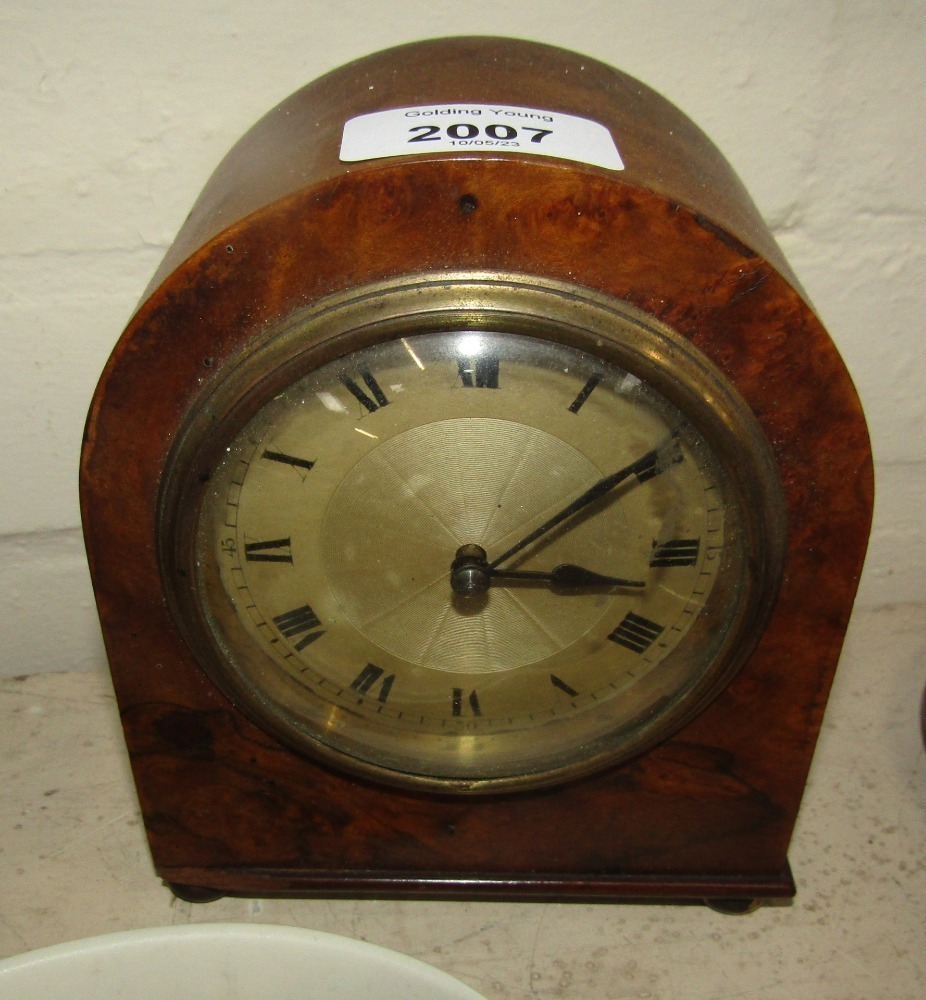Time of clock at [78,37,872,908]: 3:09
